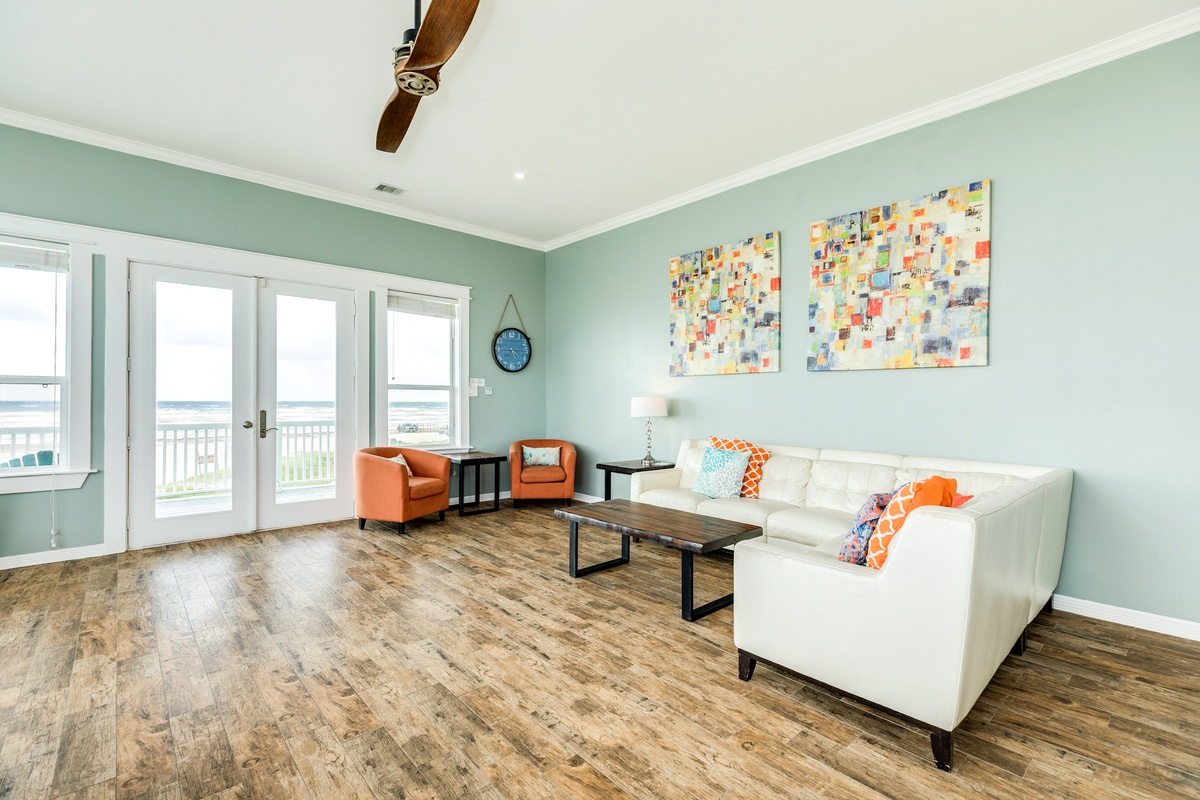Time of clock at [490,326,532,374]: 4:14
